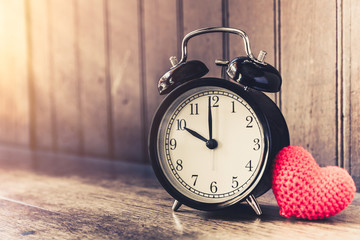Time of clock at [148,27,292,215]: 9:59
